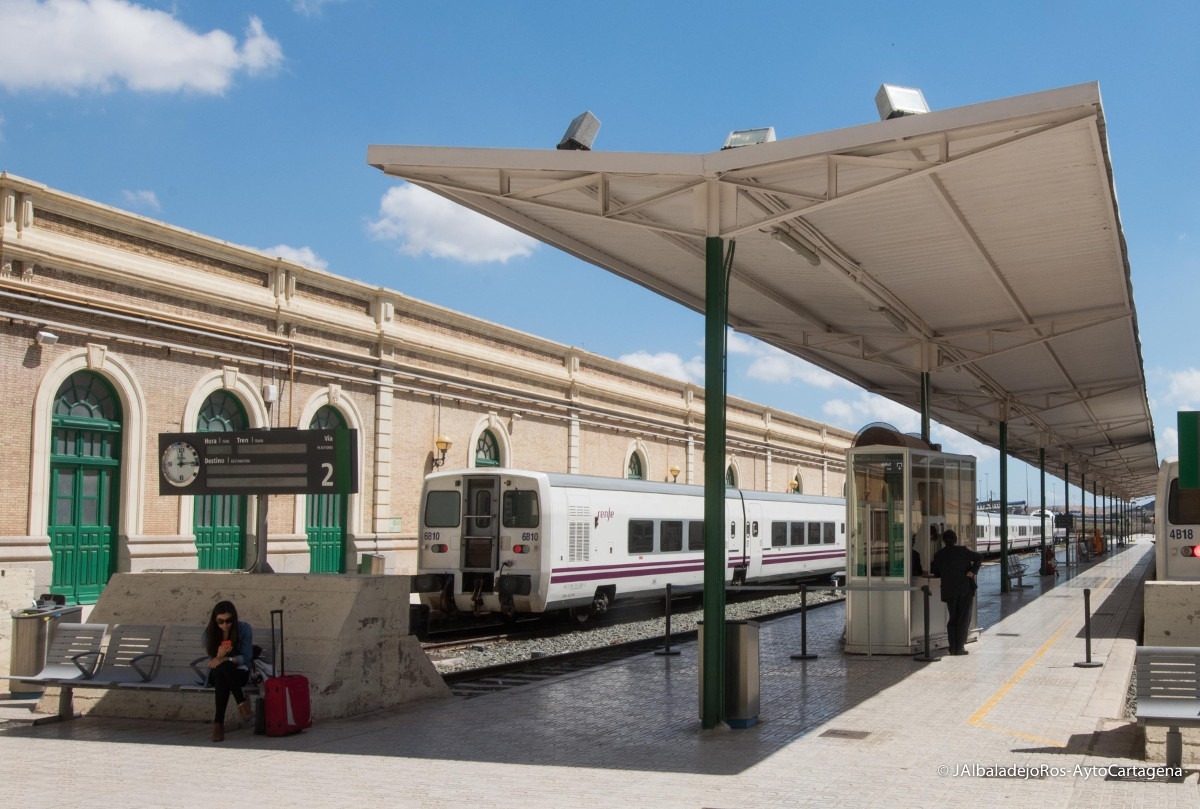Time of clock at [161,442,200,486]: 12:14
